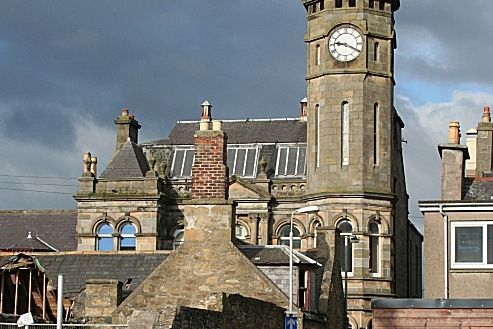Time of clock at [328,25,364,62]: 9:19
